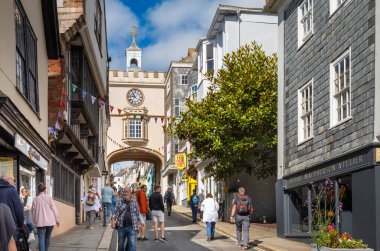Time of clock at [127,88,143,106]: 10:46
